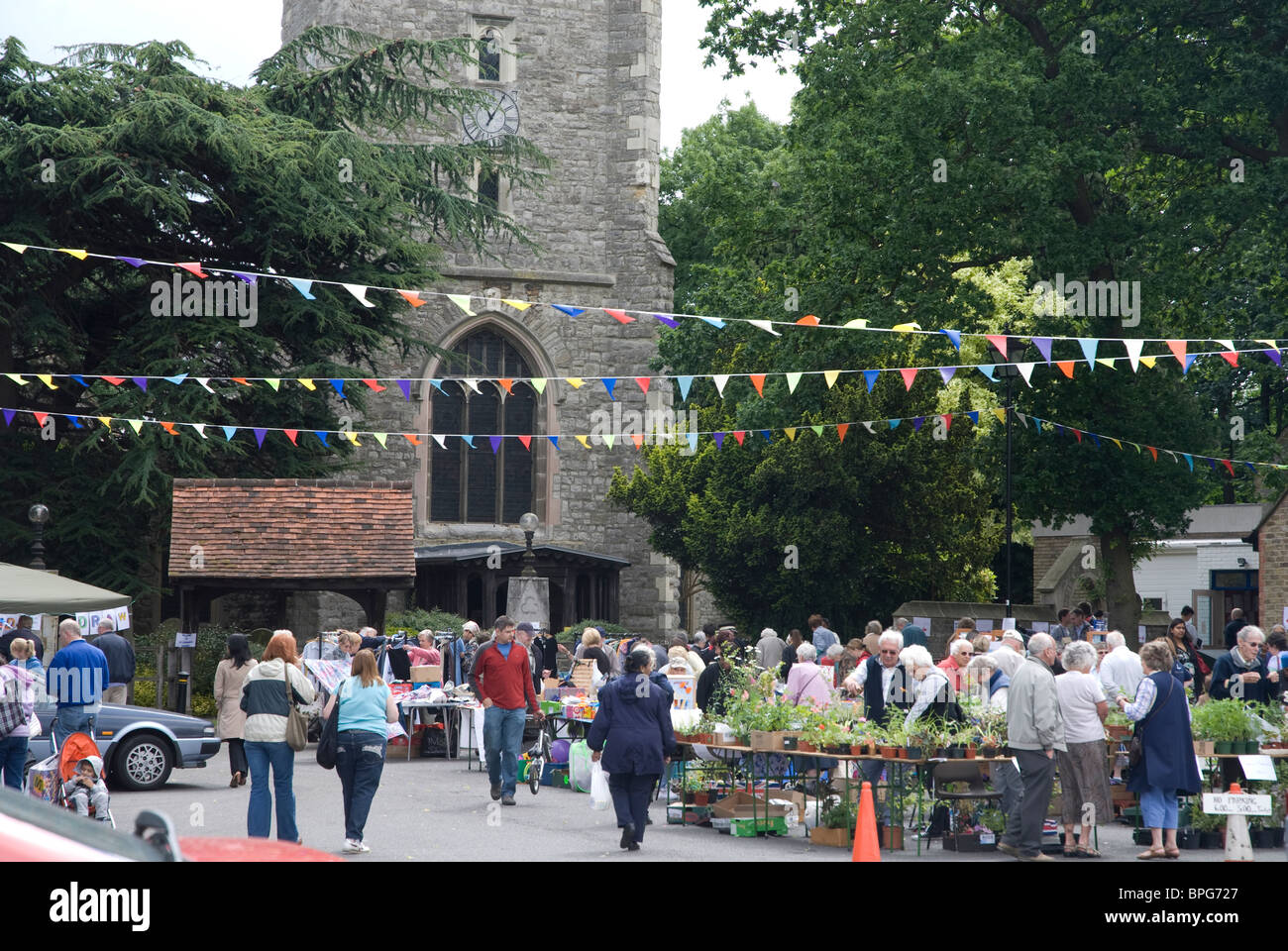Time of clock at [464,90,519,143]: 11:05
